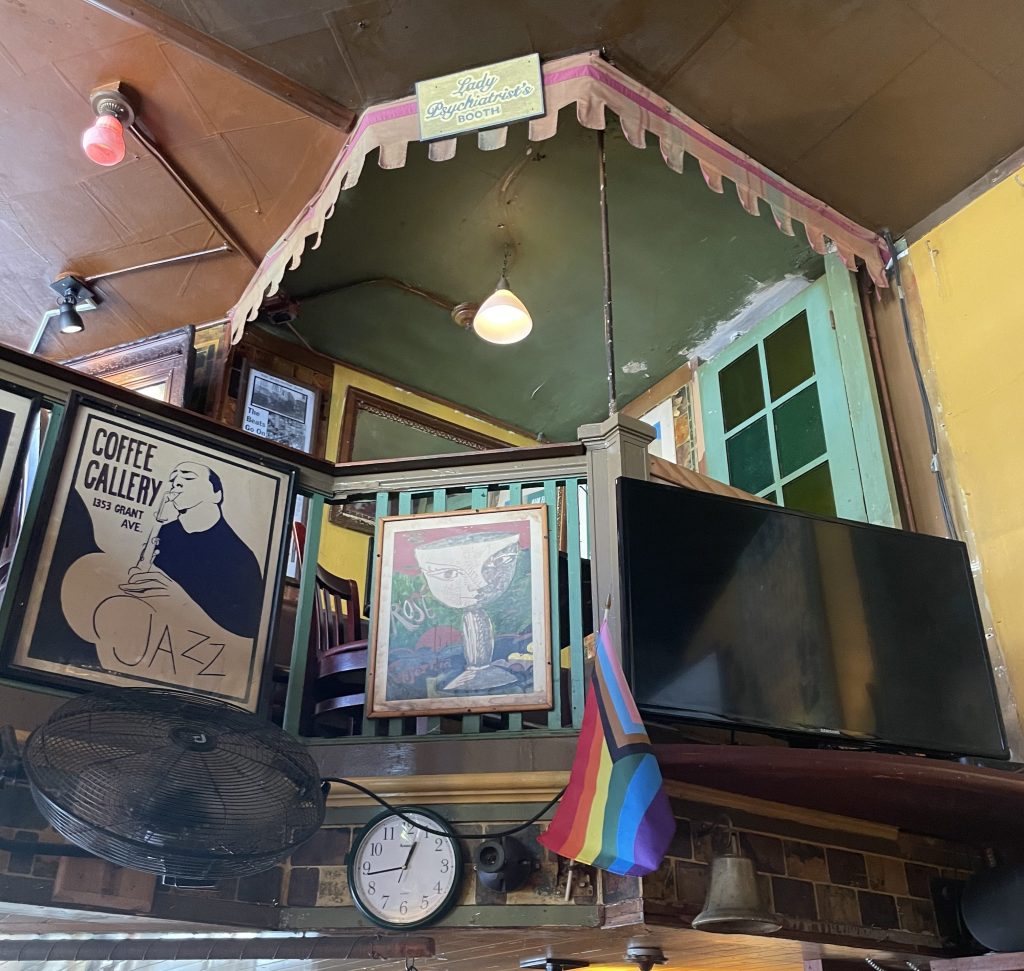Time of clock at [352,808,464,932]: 12:43
